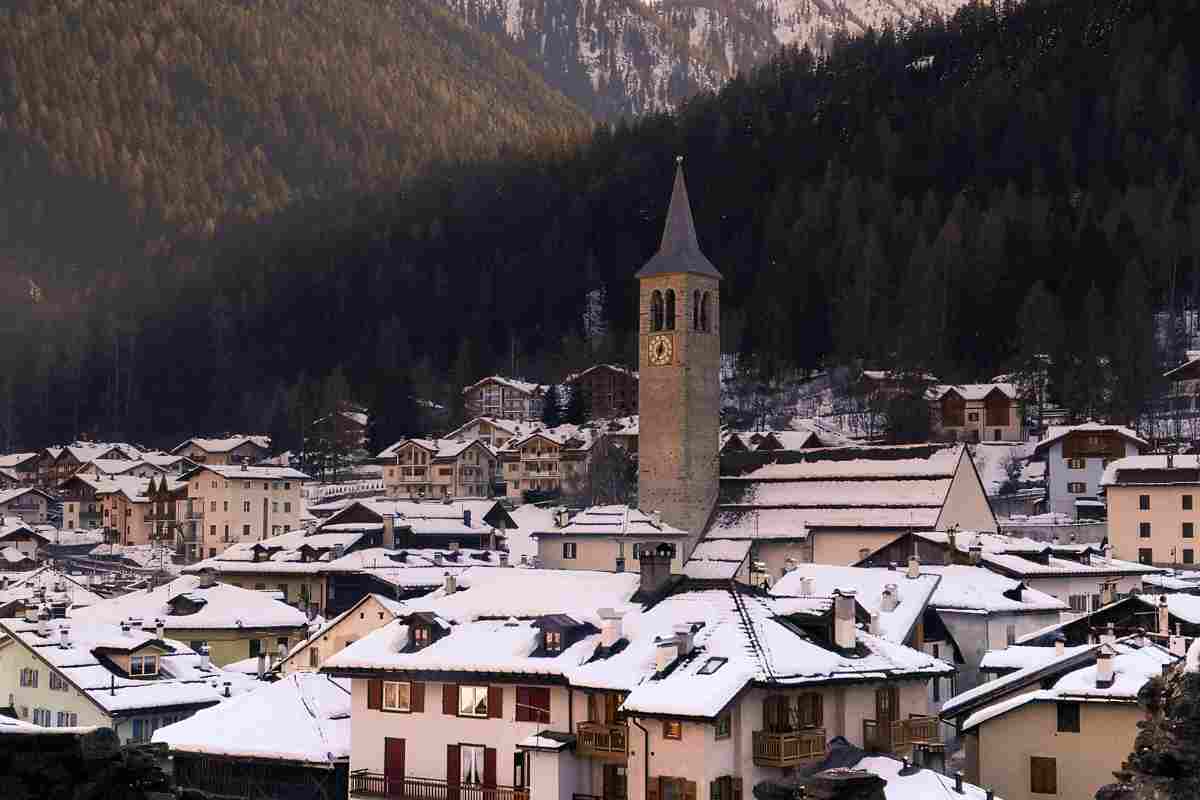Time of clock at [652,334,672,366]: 12:33
